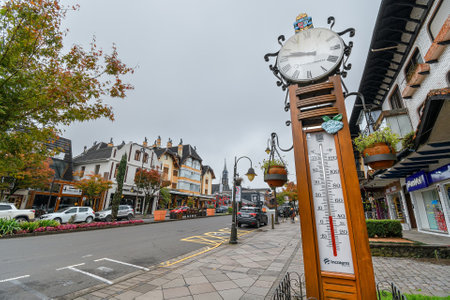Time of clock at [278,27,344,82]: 9:45
